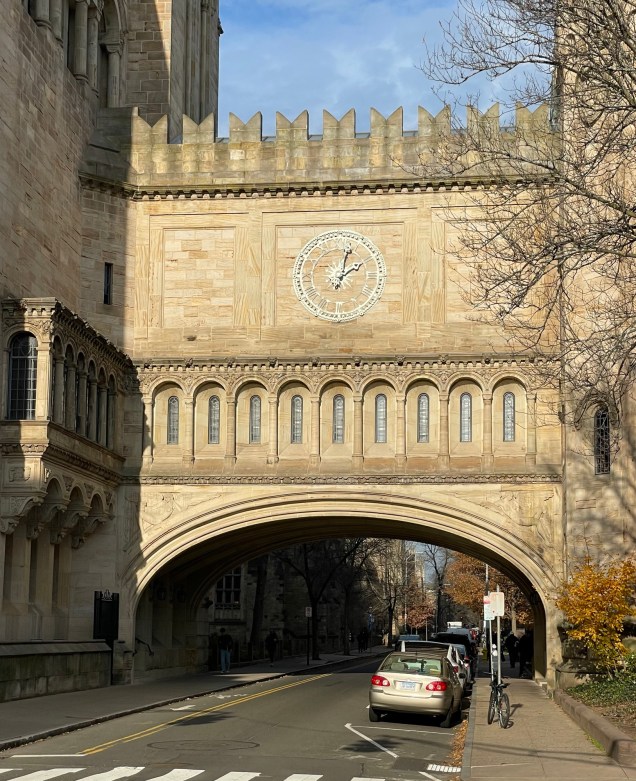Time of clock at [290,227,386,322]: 2:02
